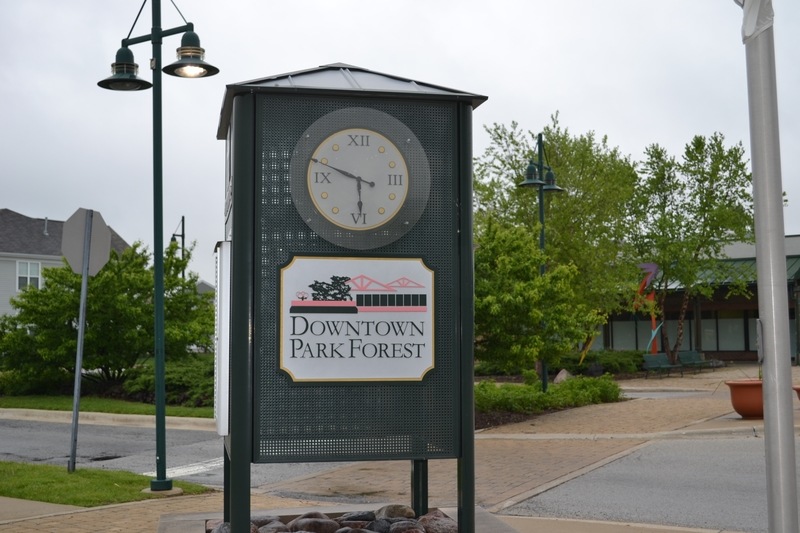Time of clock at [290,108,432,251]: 5:49
